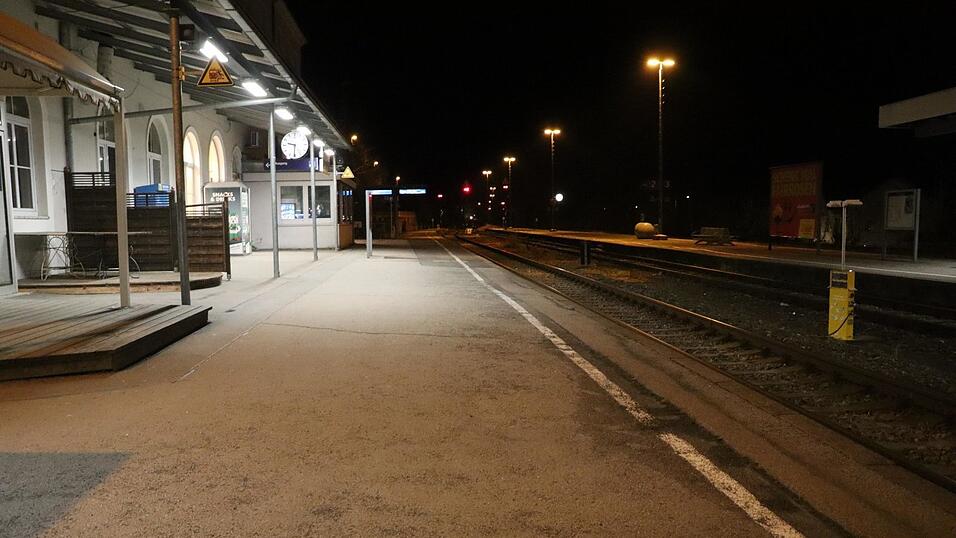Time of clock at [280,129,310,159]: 9:31
